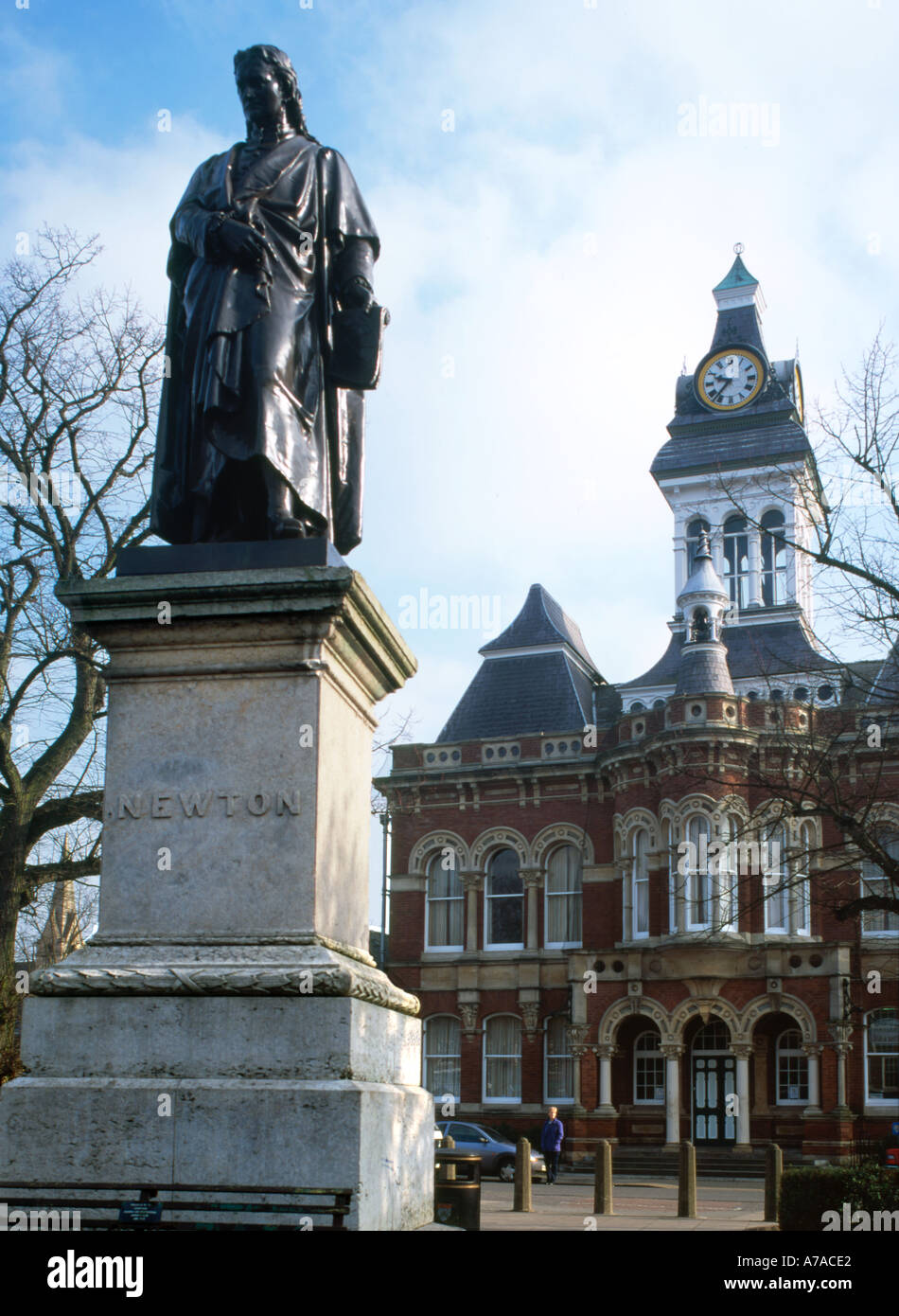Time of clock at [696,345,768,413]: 9:36
